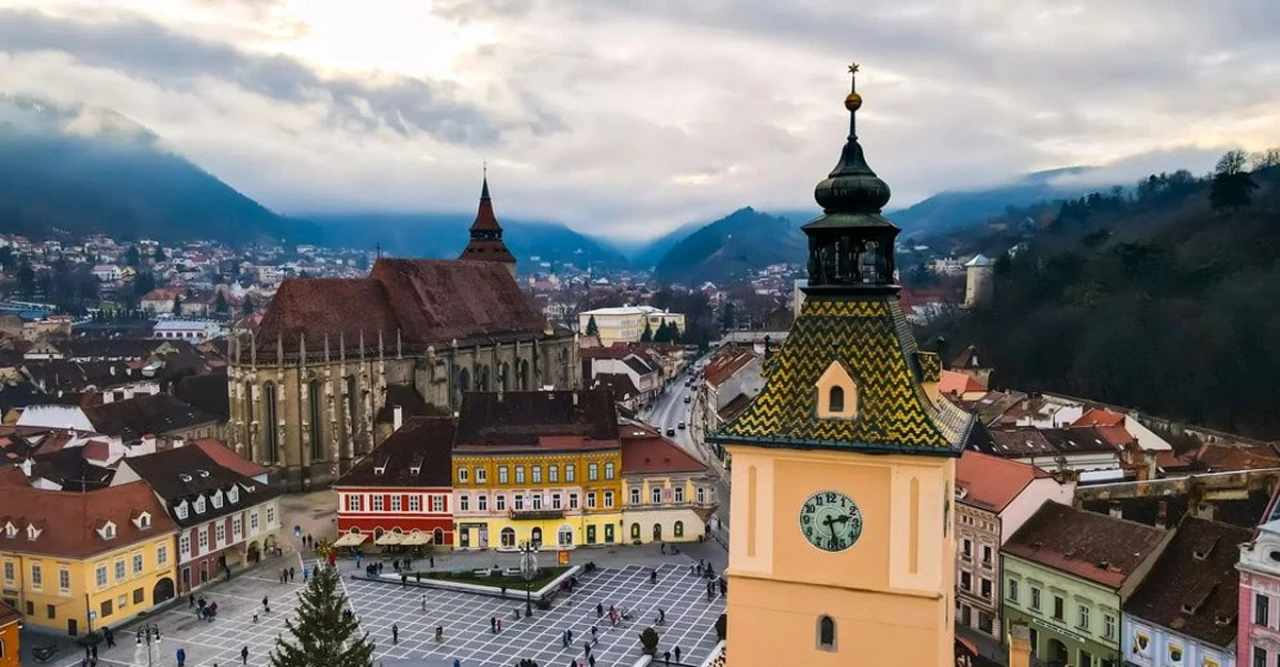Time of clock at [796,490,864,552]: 2:27
